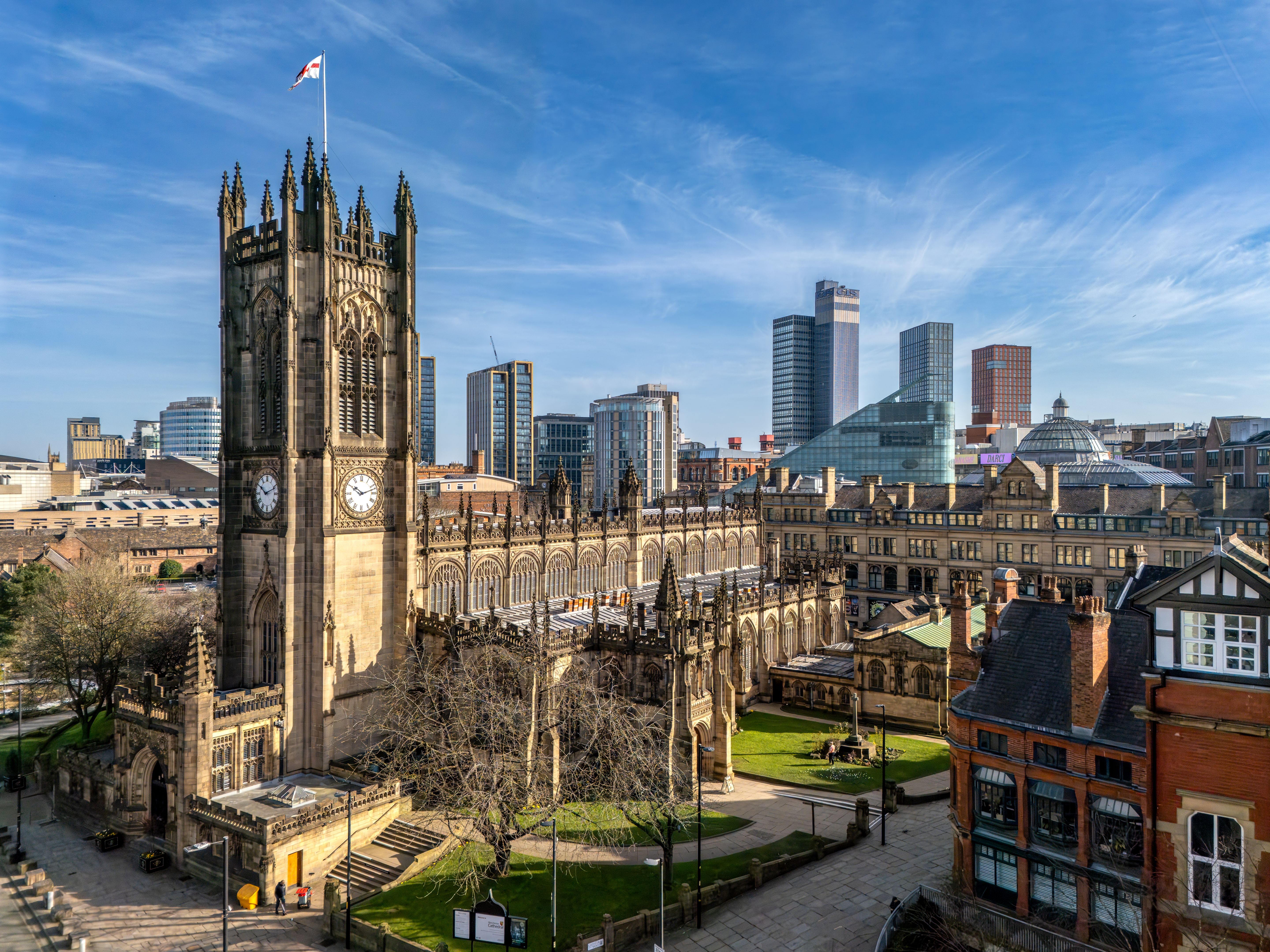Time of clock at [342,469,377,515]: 10:12
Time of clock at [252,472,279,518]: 10:11
